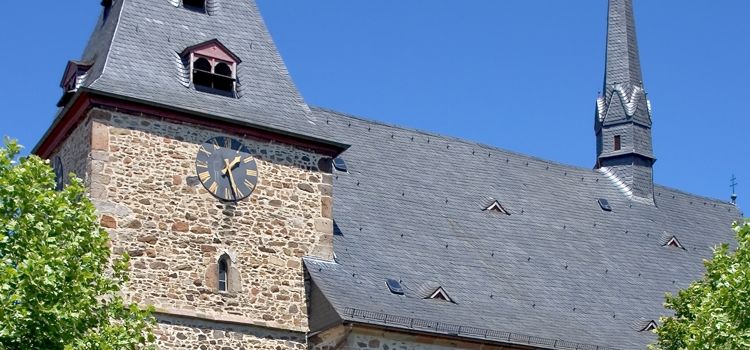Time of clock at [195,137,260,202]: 1:27
